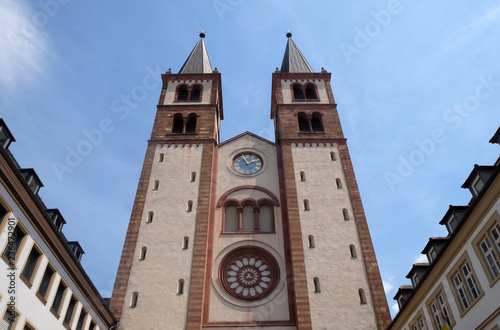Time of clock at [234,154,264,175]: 1:56
